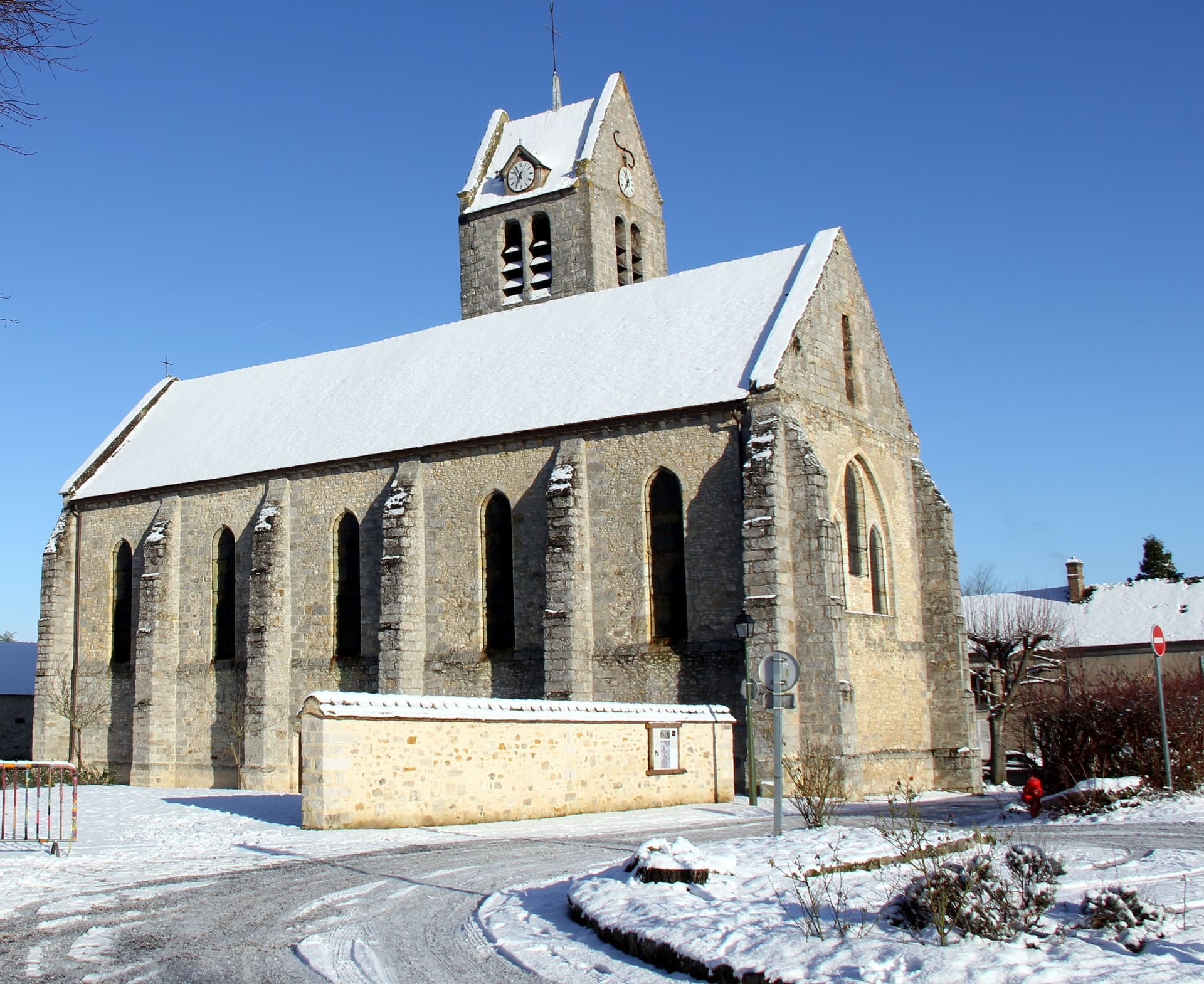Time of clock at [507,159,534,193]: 6:55
